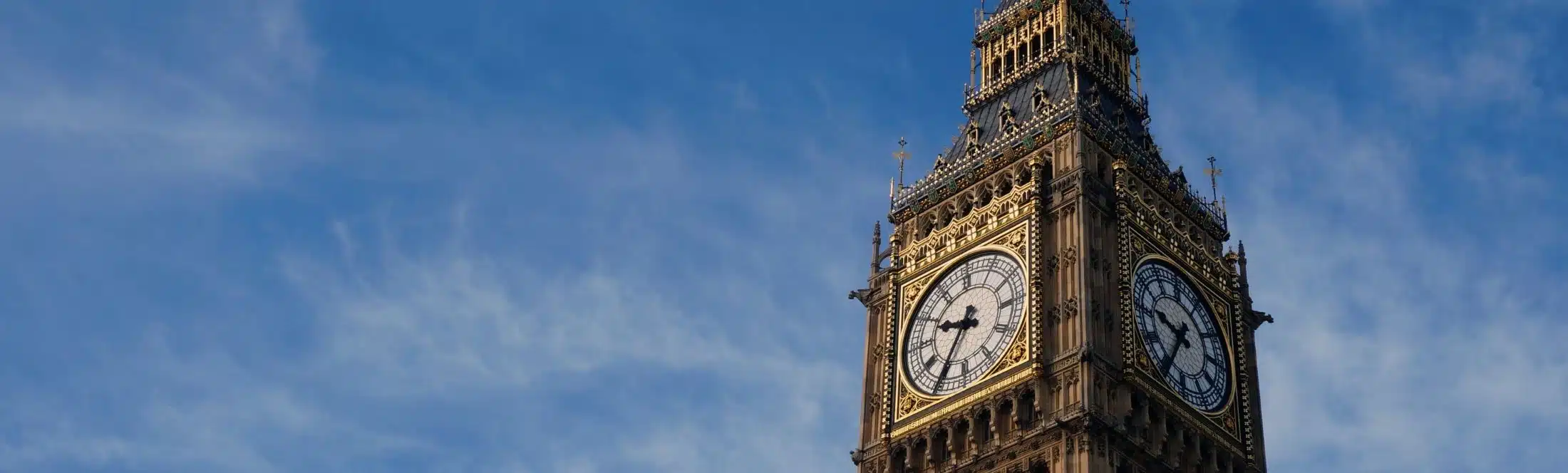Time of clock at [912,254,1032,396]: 9:34
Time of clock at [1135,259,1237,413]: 9:36
